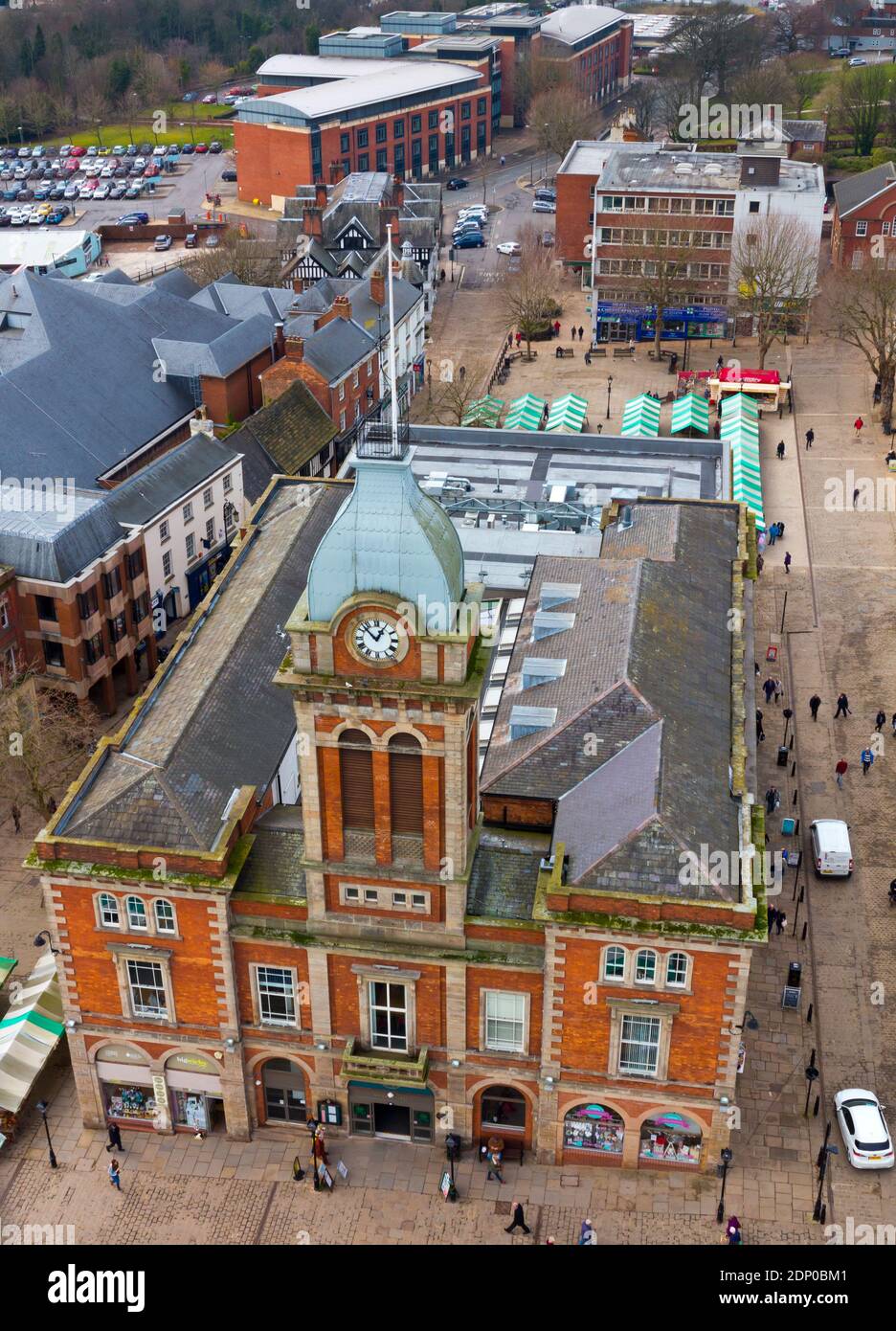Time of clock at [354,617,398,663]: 12:52
